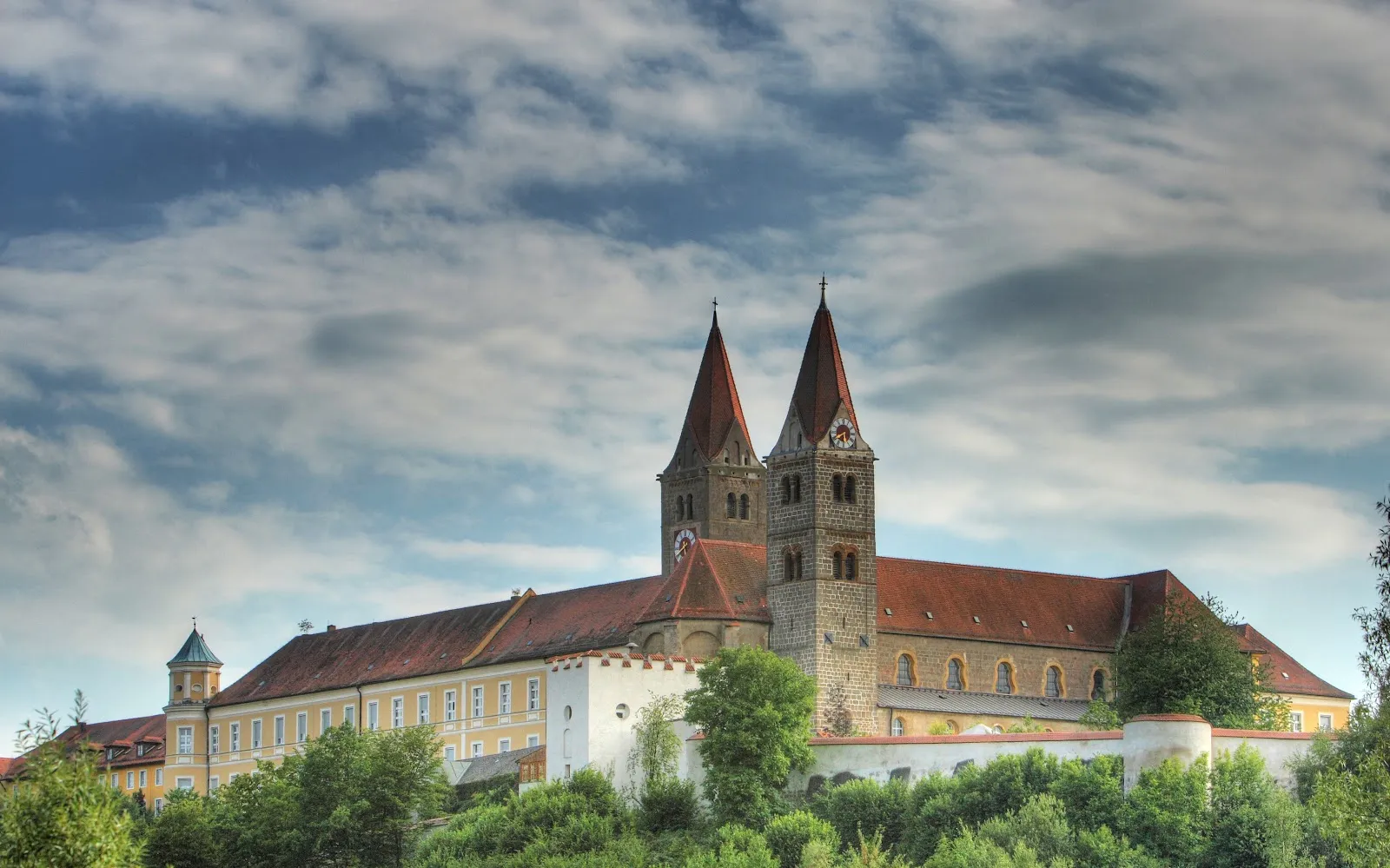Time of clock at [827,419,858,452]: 5:40
